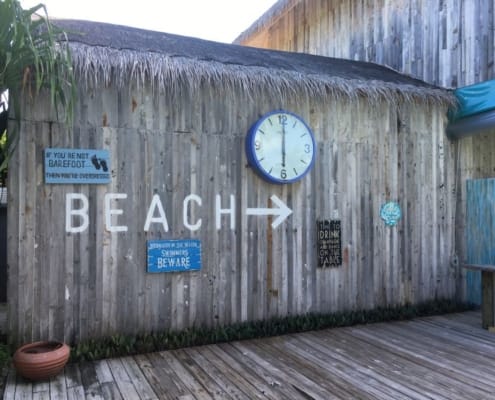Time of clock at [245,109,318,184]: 6:00
